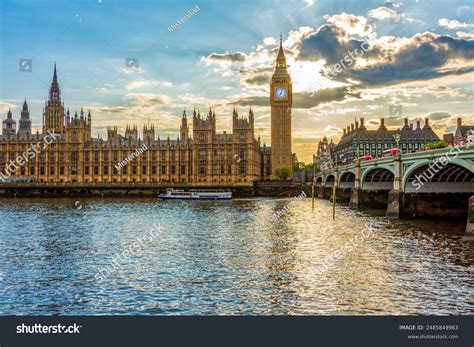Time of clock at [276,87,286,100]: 7:03
